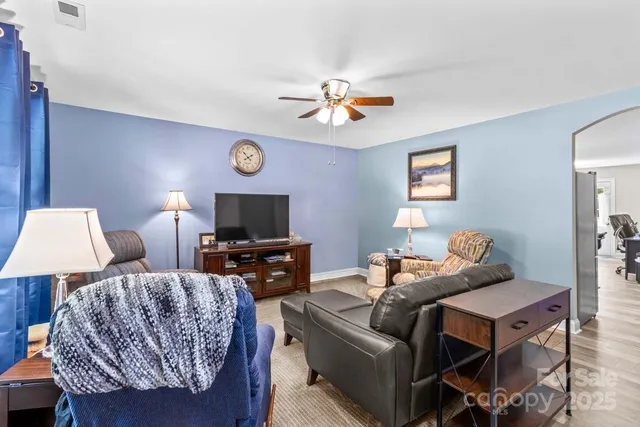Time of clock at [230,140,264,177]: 1:52
